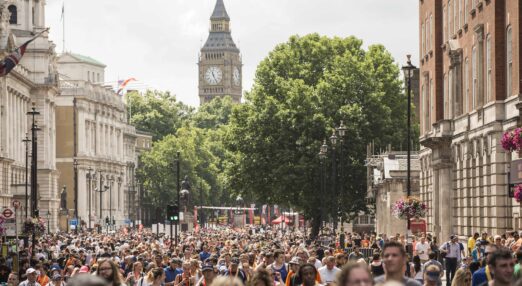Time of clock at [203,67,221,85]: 11:25
